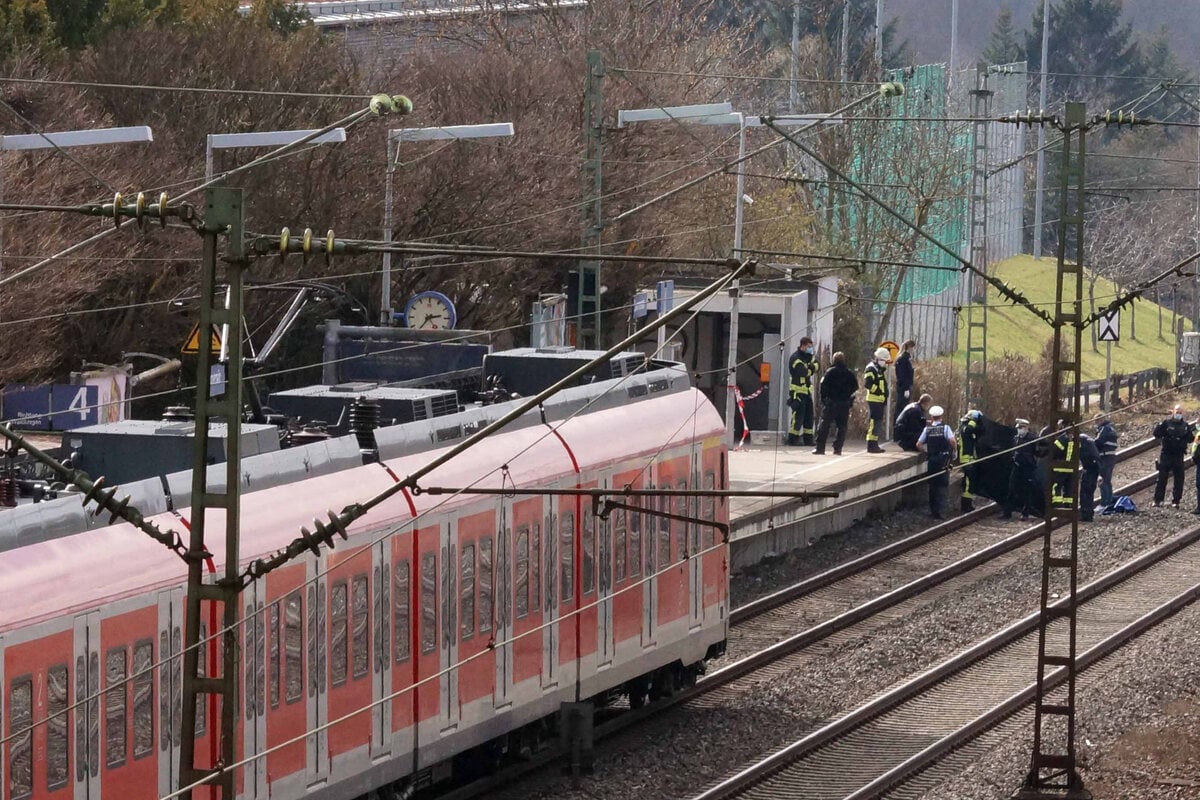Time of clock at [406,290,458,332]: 2:36
